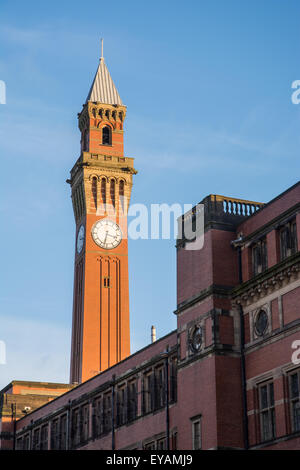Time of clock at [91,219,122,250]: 3:32
